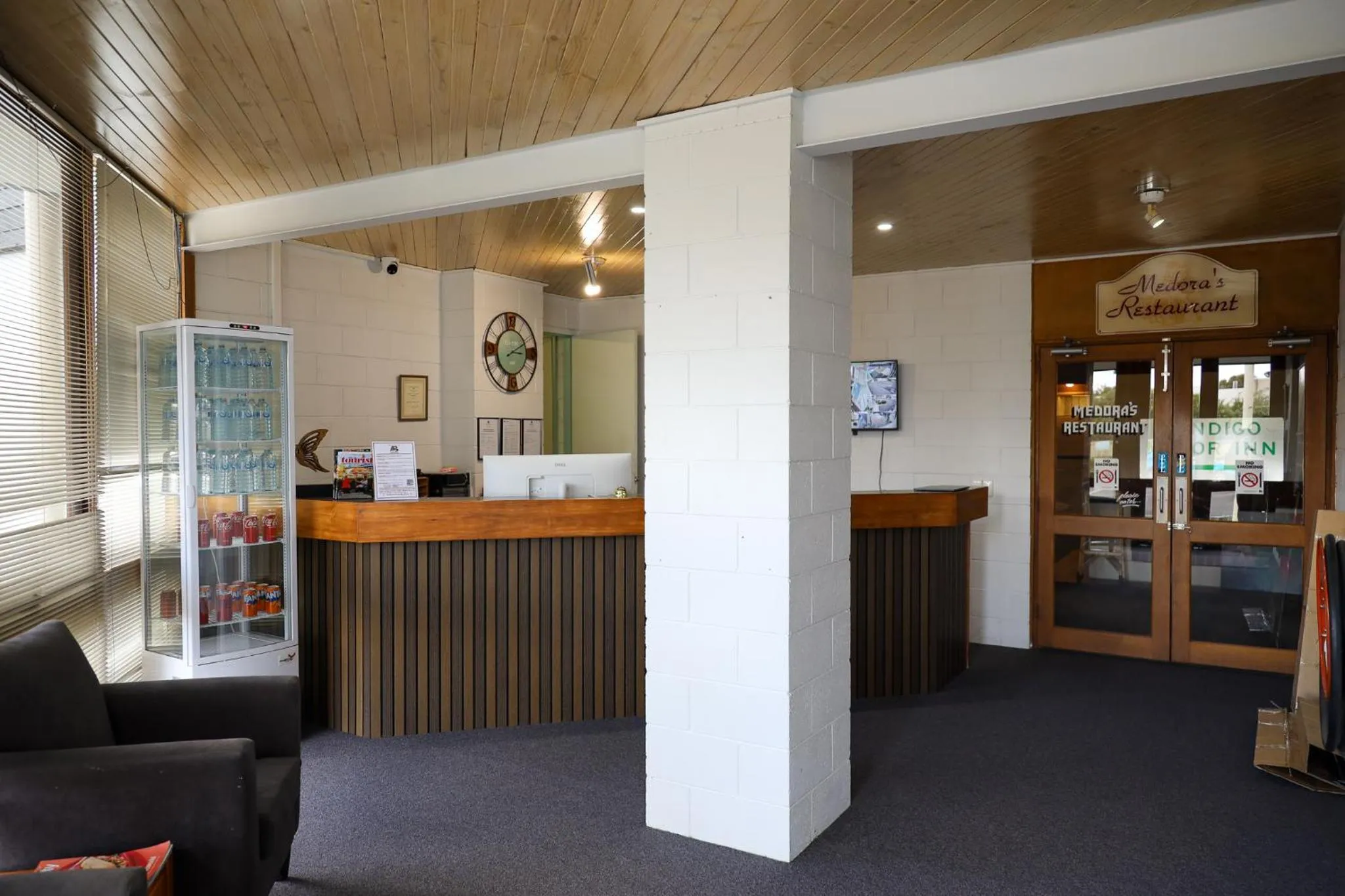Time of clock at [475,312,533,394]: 3:10
